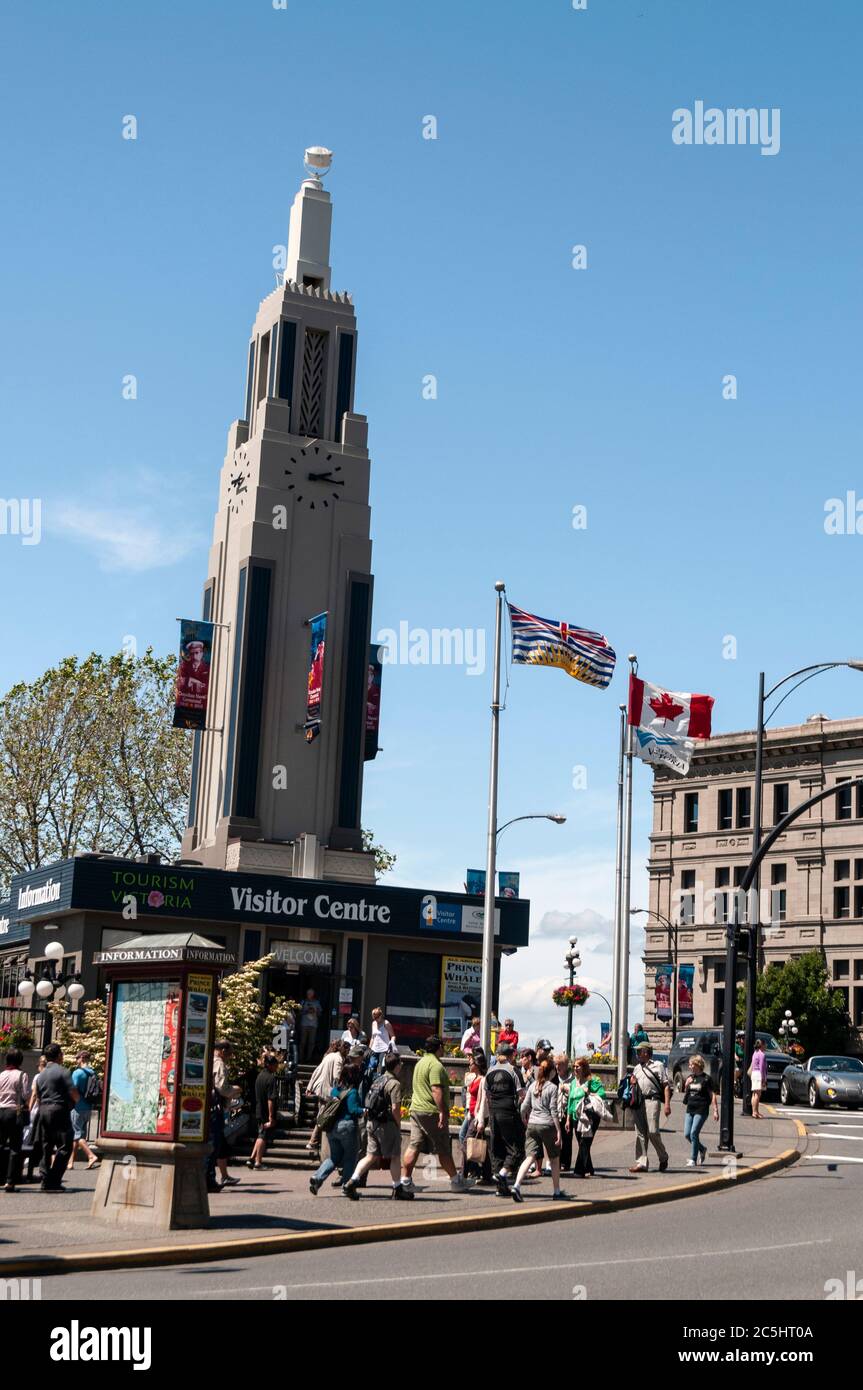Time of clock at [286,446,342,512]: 2:15
